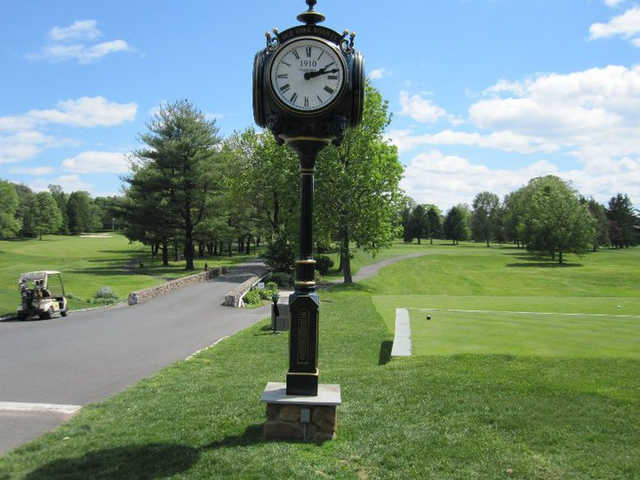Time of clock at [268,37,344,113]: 2:12
